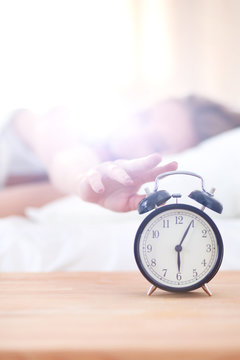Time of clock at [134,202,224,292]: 6:04
